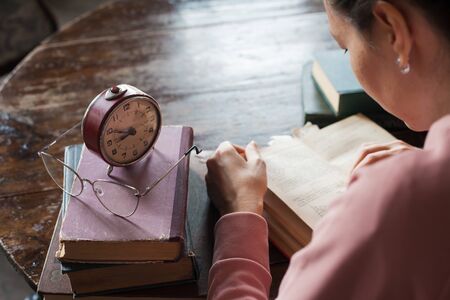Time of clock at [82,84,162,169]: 8:49
